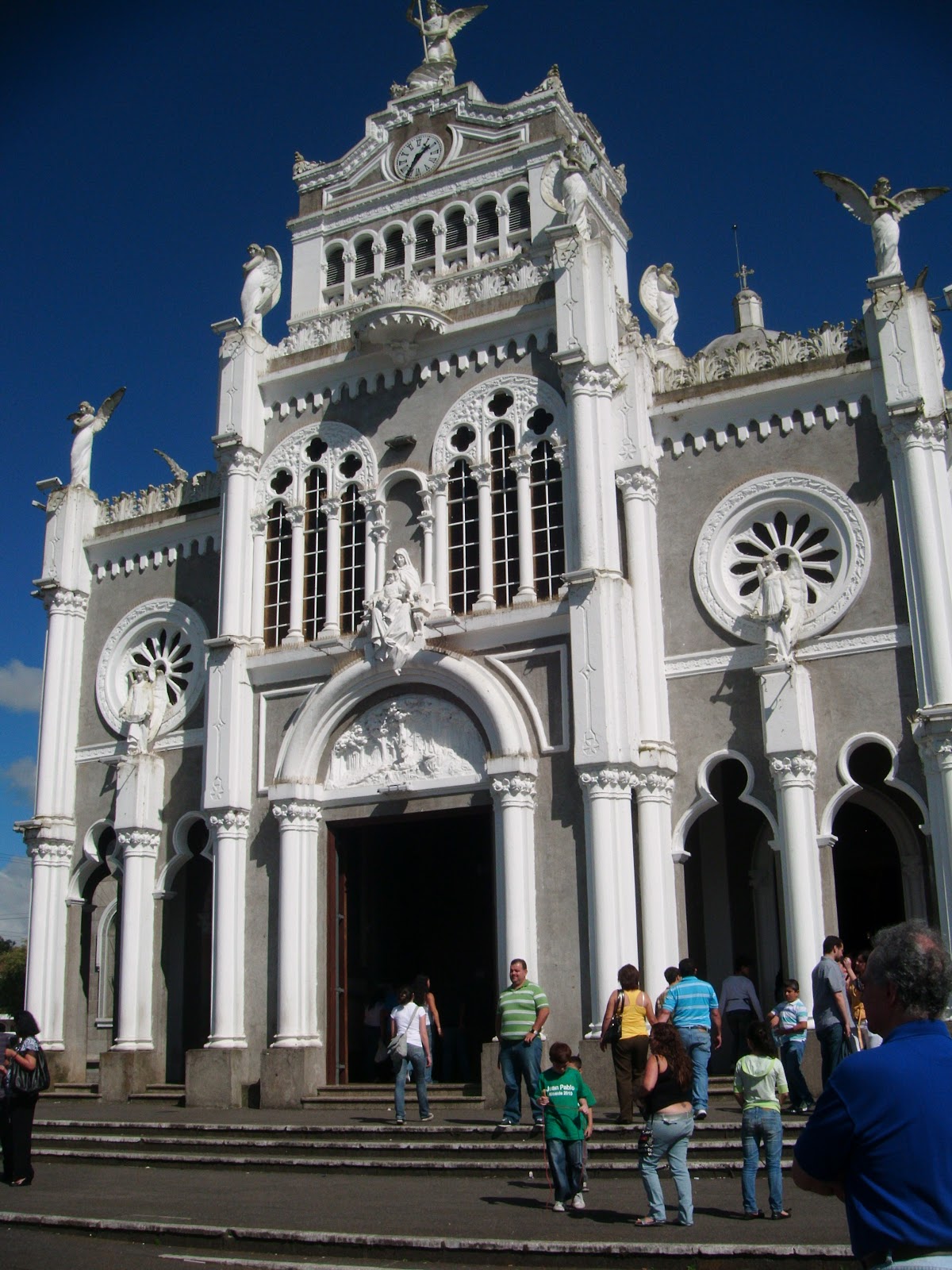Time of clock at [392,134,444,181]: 1:35
